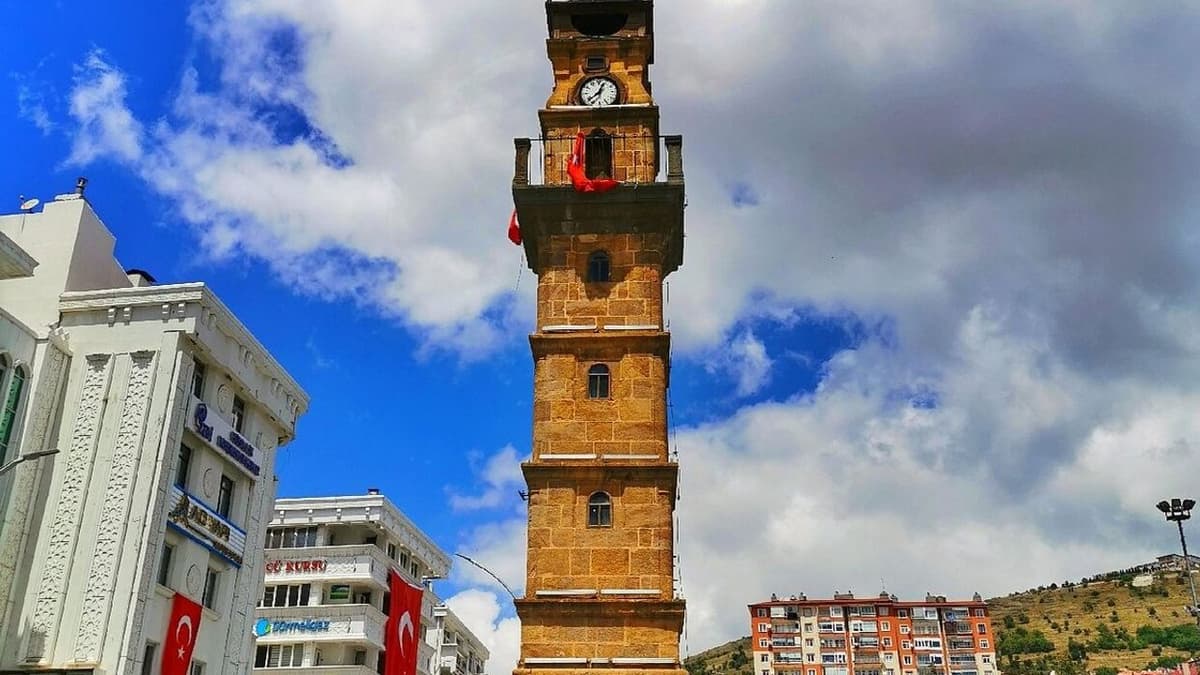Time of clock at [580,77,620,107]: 12:38
